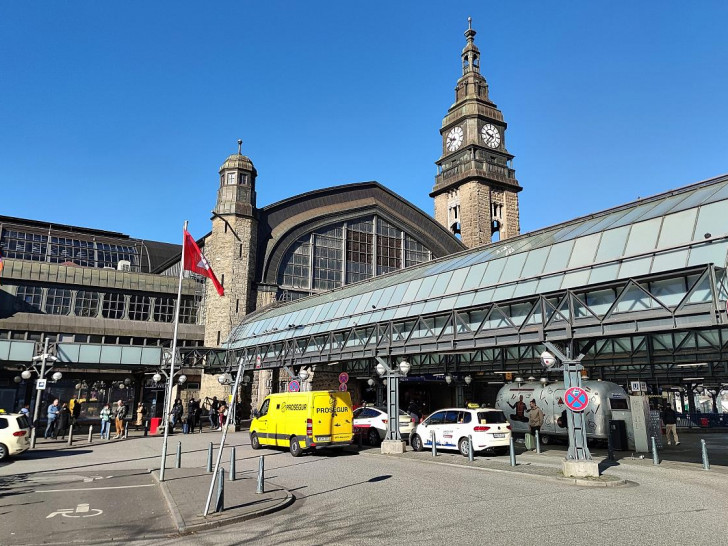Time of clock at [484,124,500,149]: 9:36
